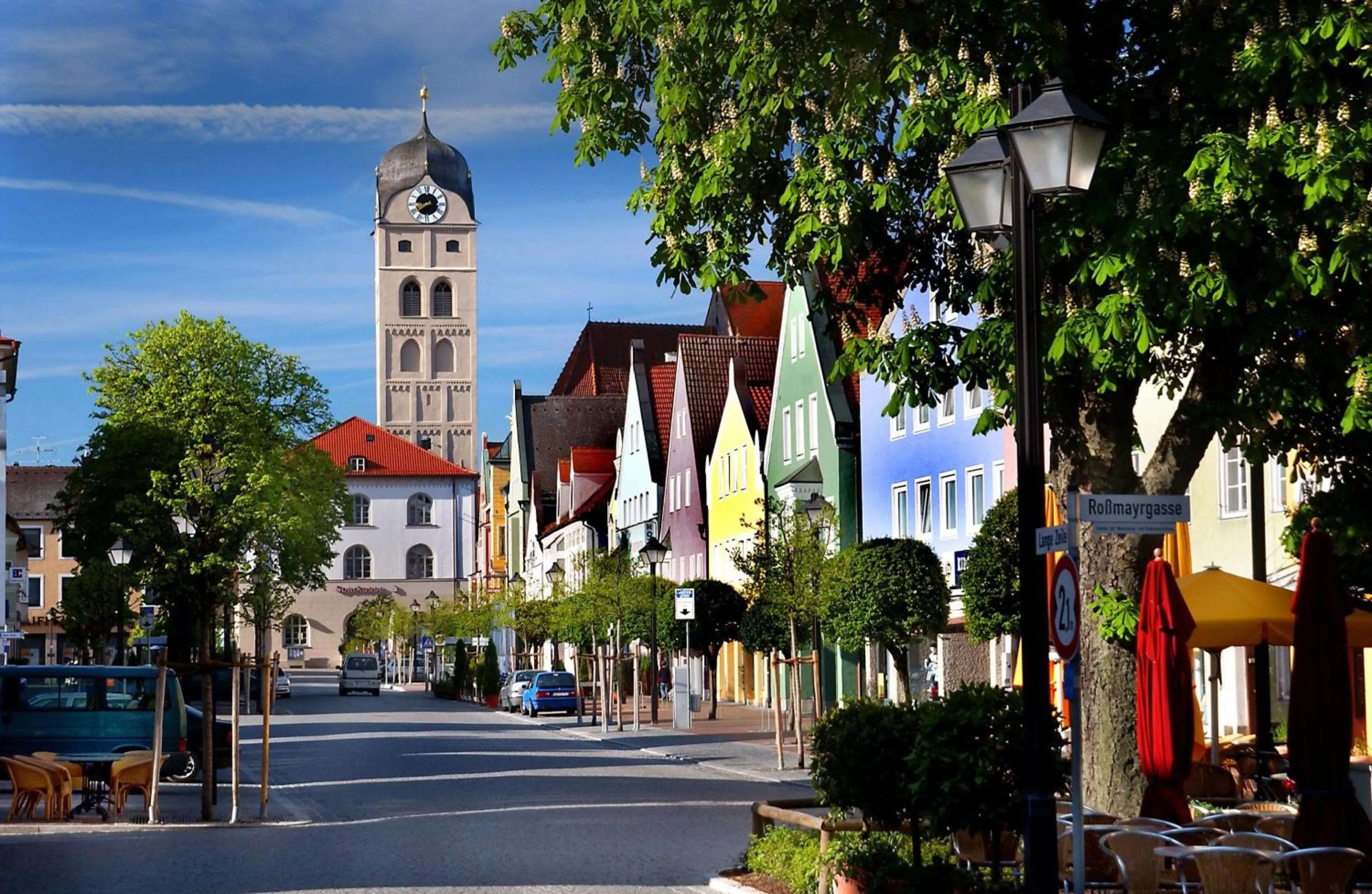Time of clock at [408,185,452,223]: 8:38
